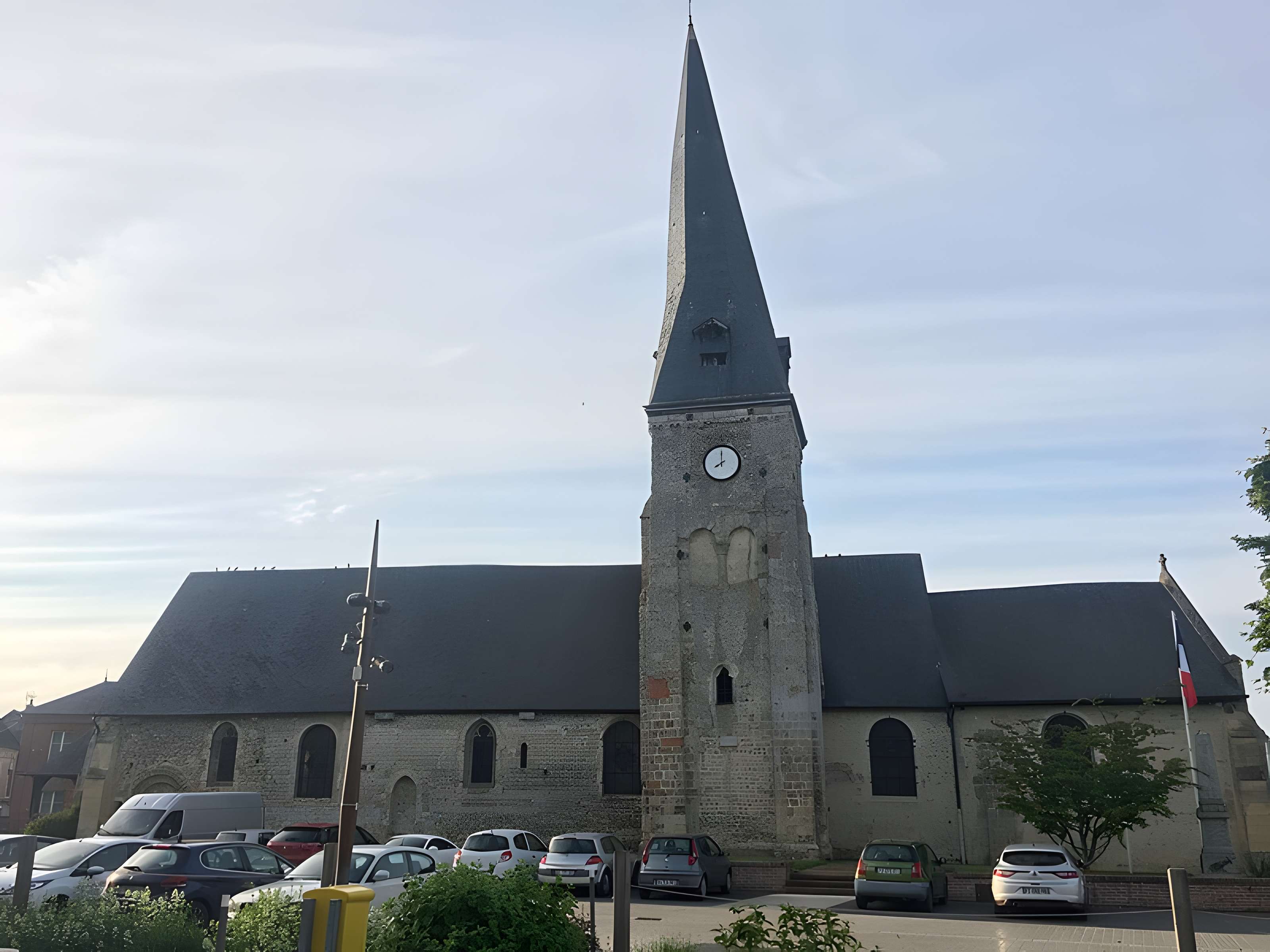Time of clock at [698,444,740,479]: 7:59
